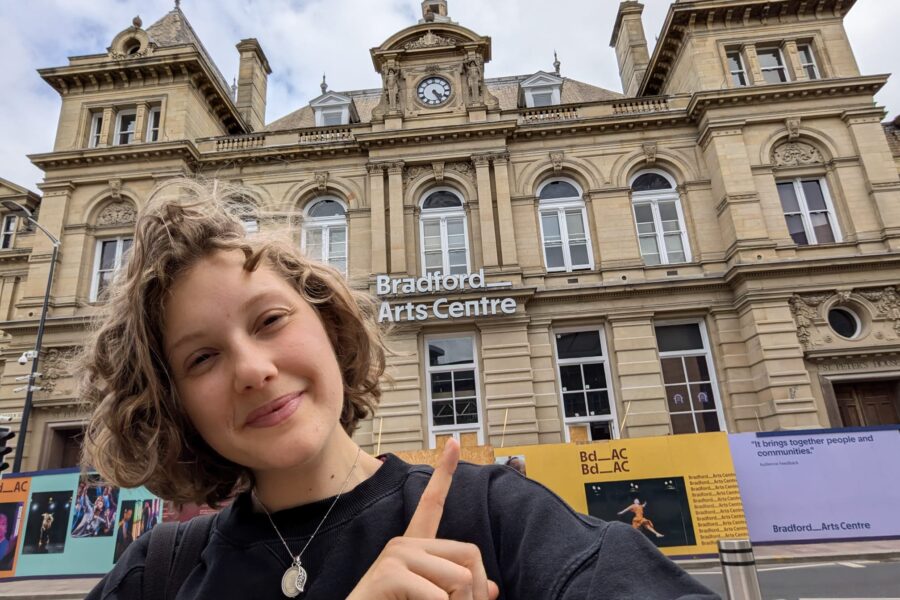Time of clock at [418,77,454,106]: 4:26
